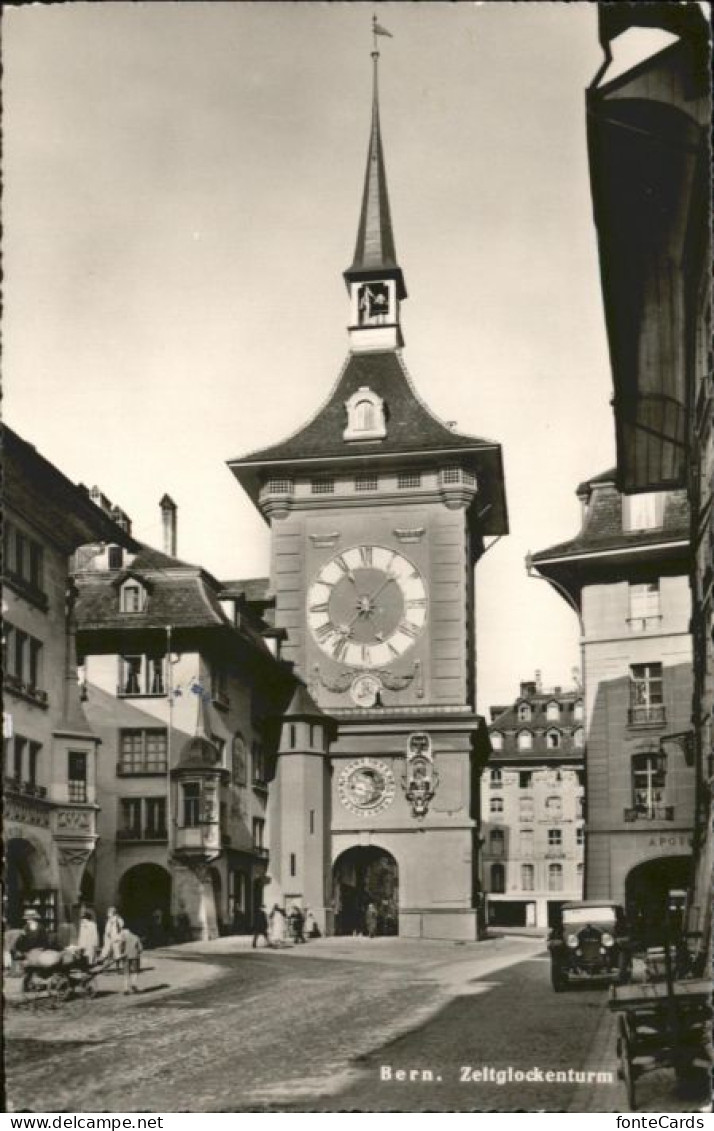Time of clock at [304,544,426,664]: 1:36
